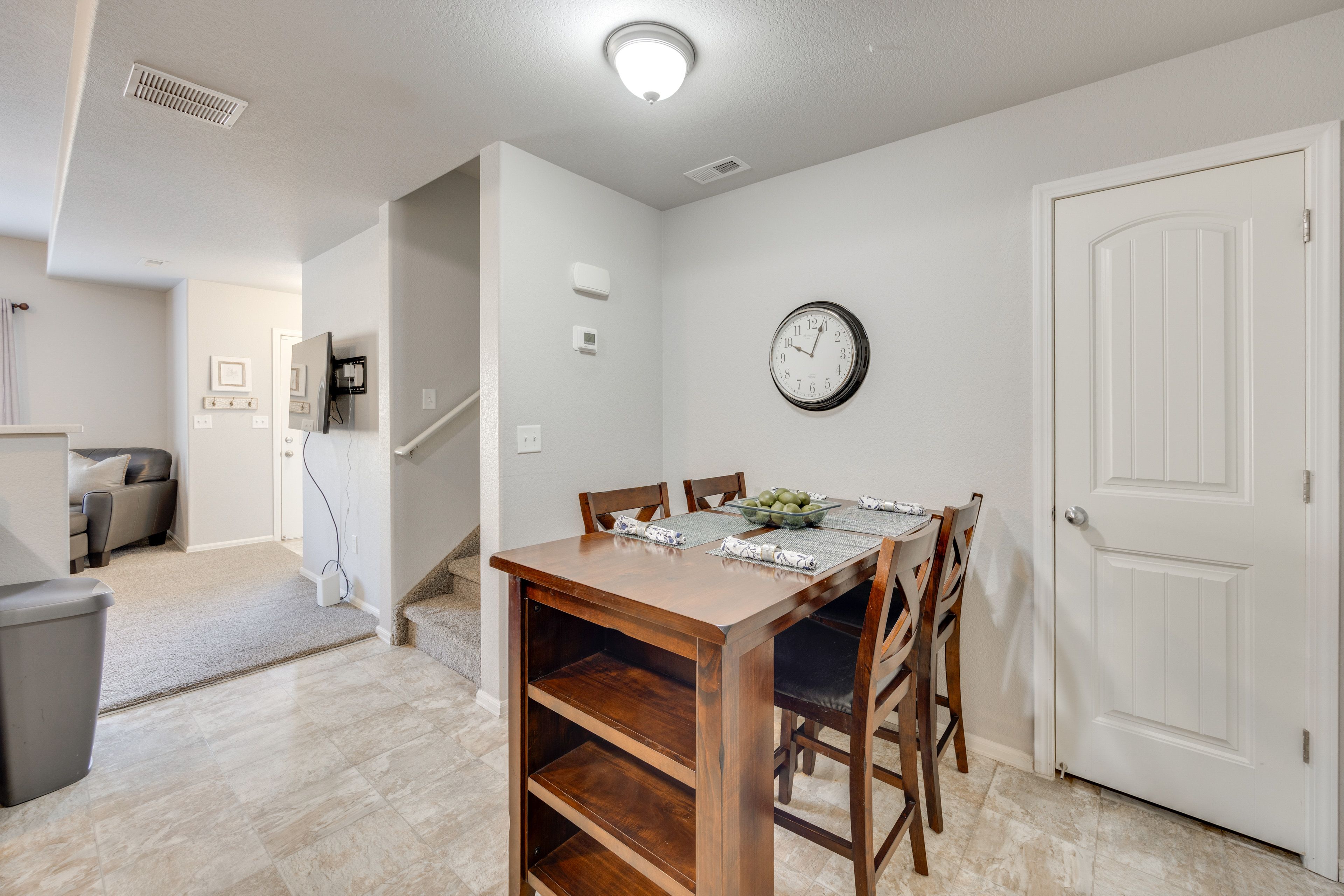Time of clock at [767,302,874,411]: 10:03
